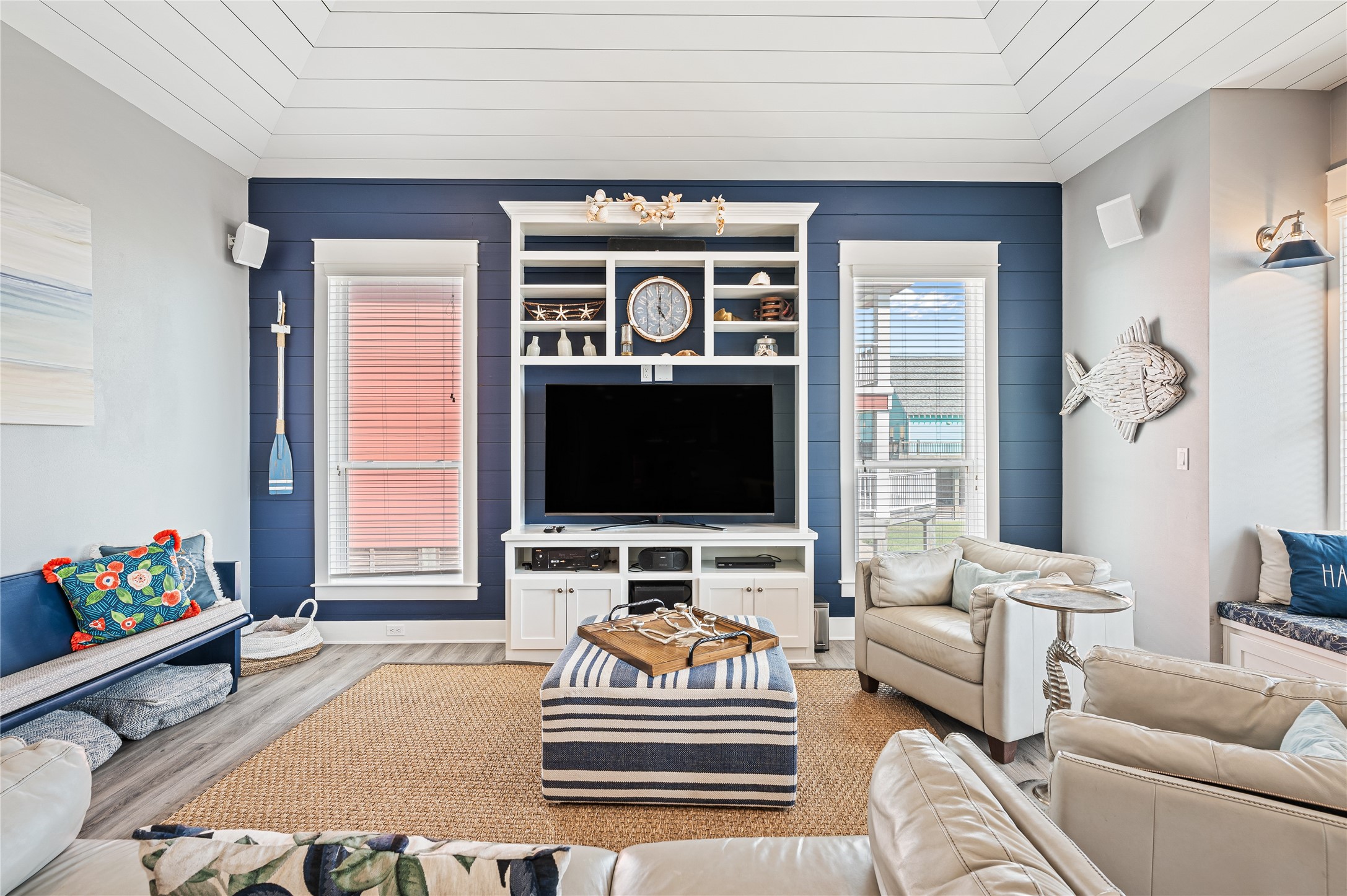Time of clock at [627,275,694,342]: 5:00
